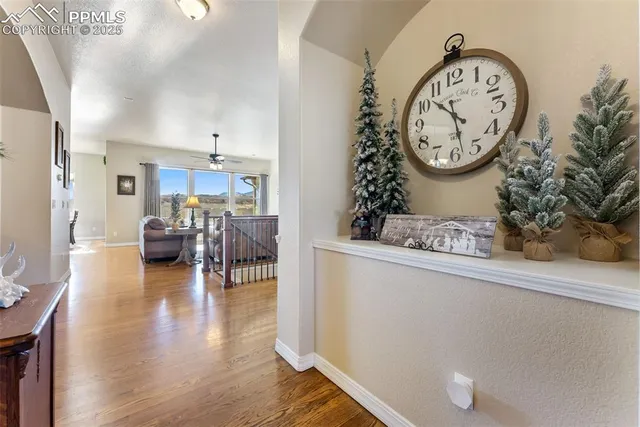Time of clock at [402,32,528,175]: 10:28
